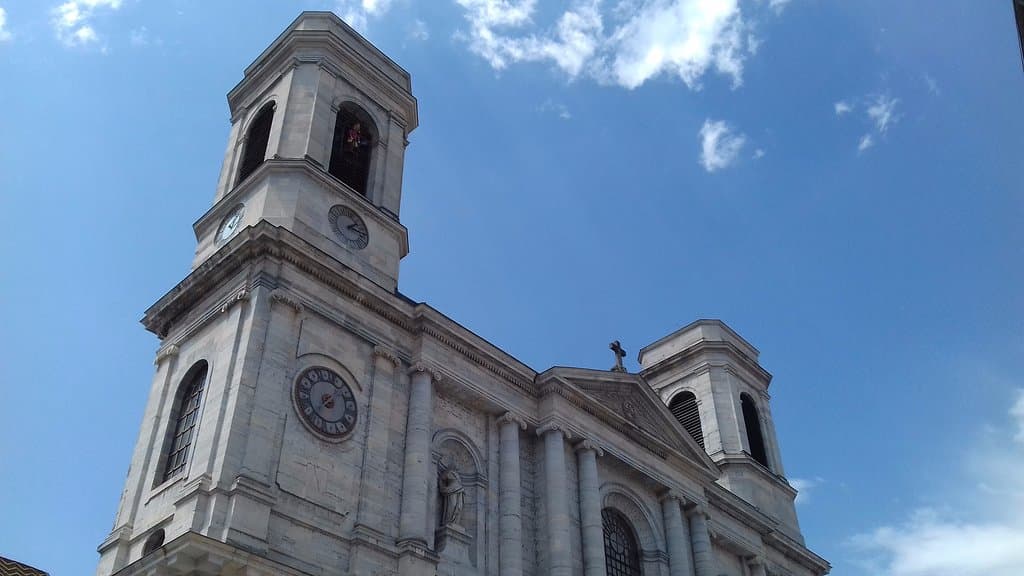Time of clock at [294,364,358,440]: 1:37
